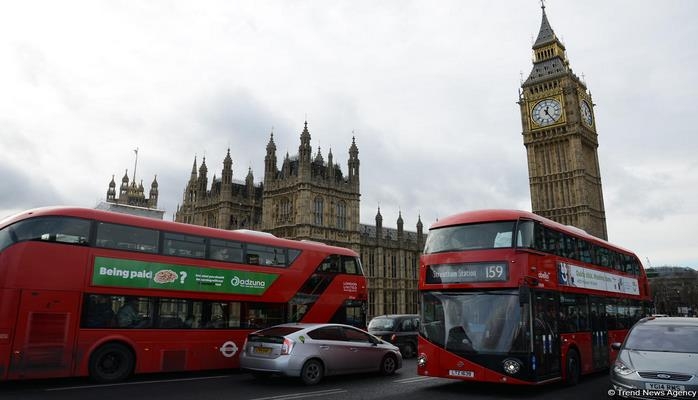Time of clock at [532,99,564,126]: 12:24
